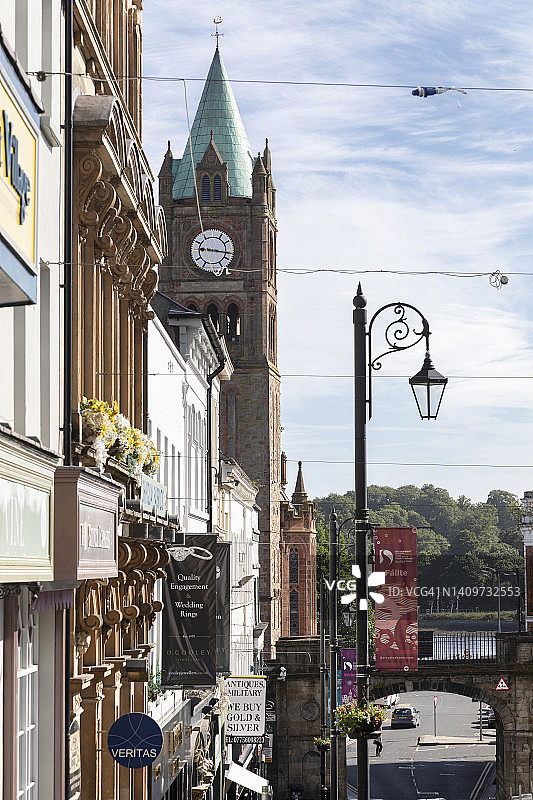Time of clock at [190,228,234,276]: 9:16
